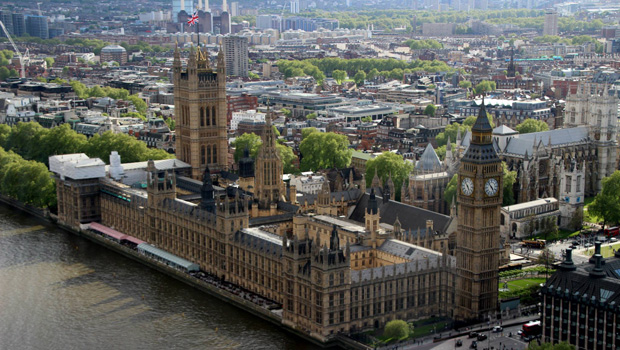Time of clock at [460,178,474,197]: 4:52
